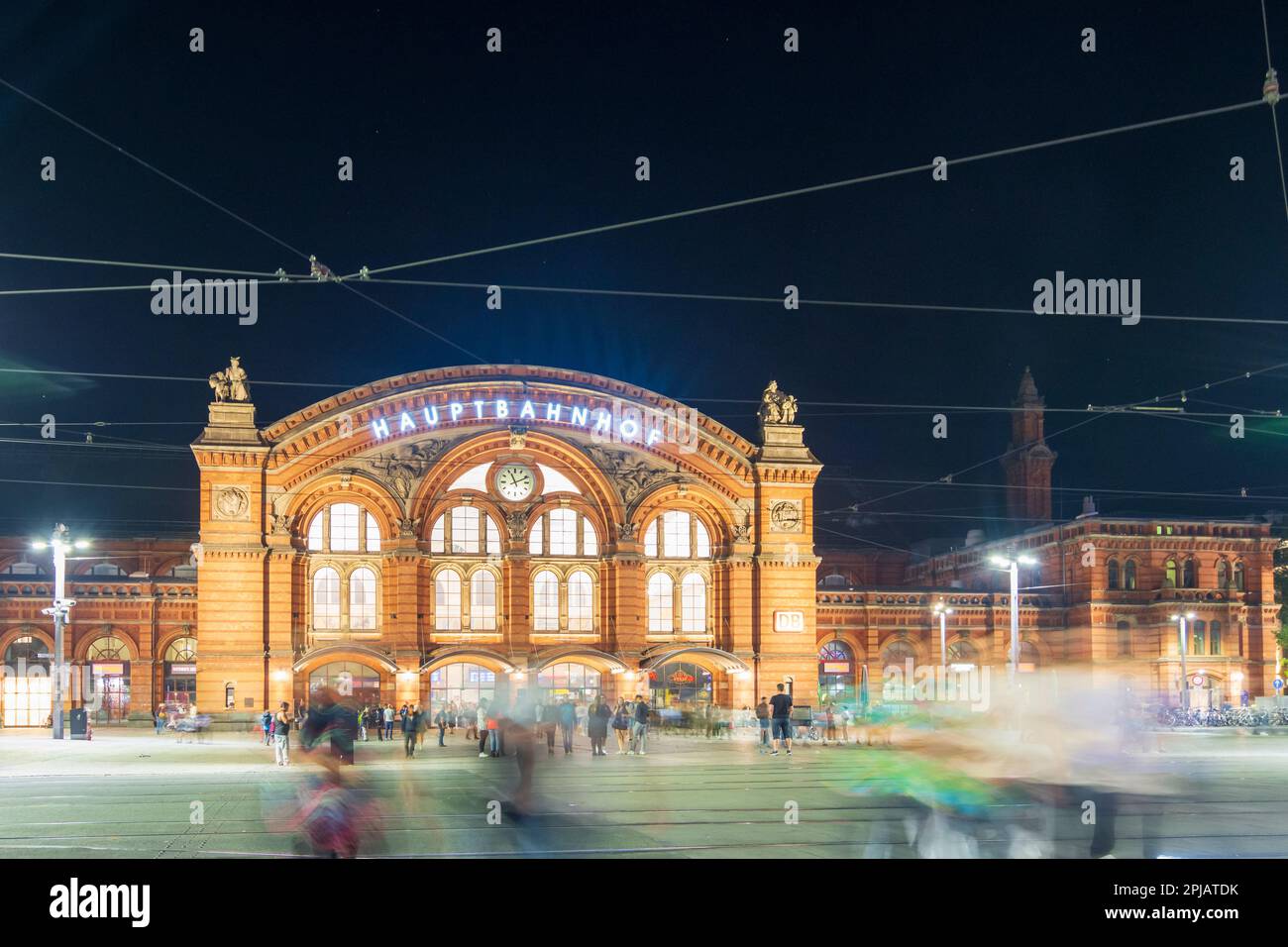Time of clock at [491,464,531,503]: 11:11
